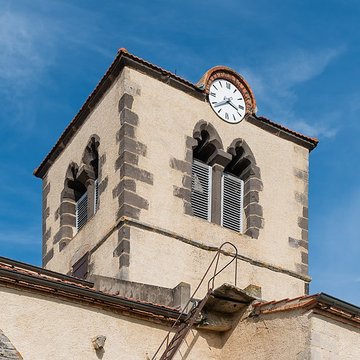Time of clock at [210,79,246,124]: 3:38
